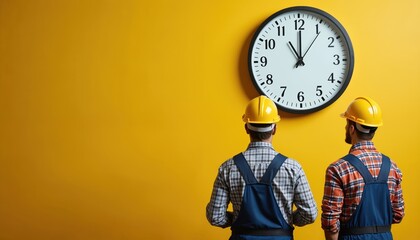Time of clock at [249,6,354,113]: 11:00
